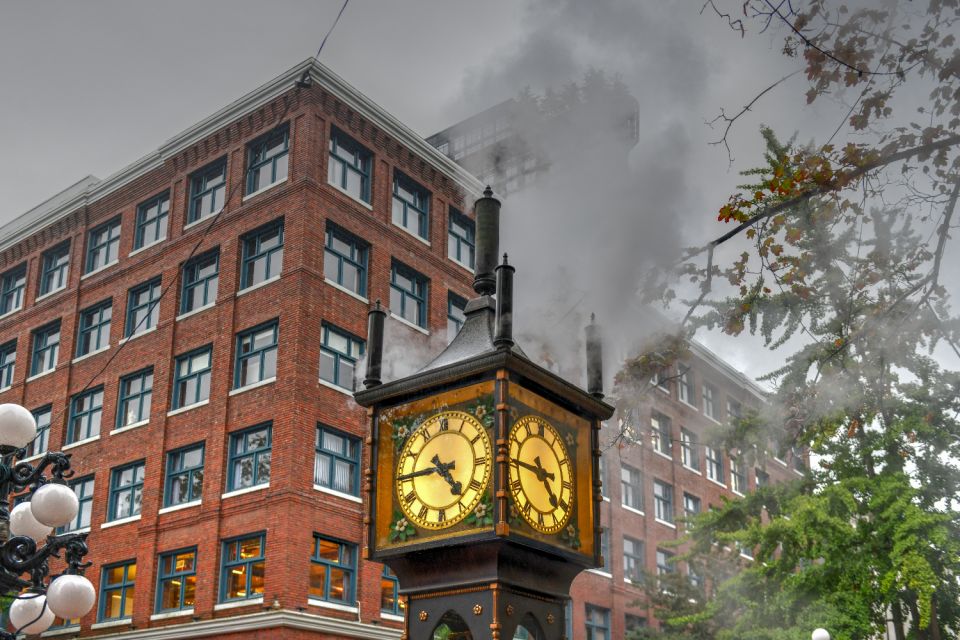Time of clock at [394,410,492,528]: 4:44
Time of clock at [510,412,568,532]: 4:45
